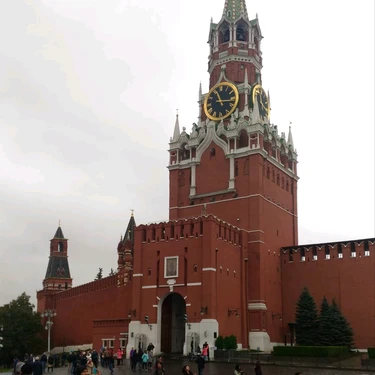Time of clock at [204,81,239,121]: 11:16
